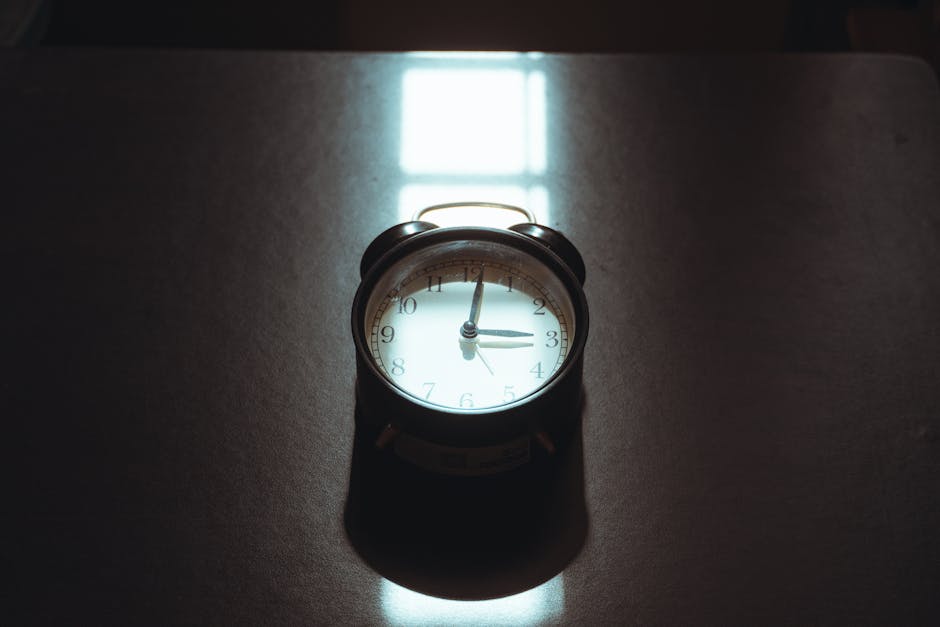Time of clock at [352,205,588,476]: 3:01
